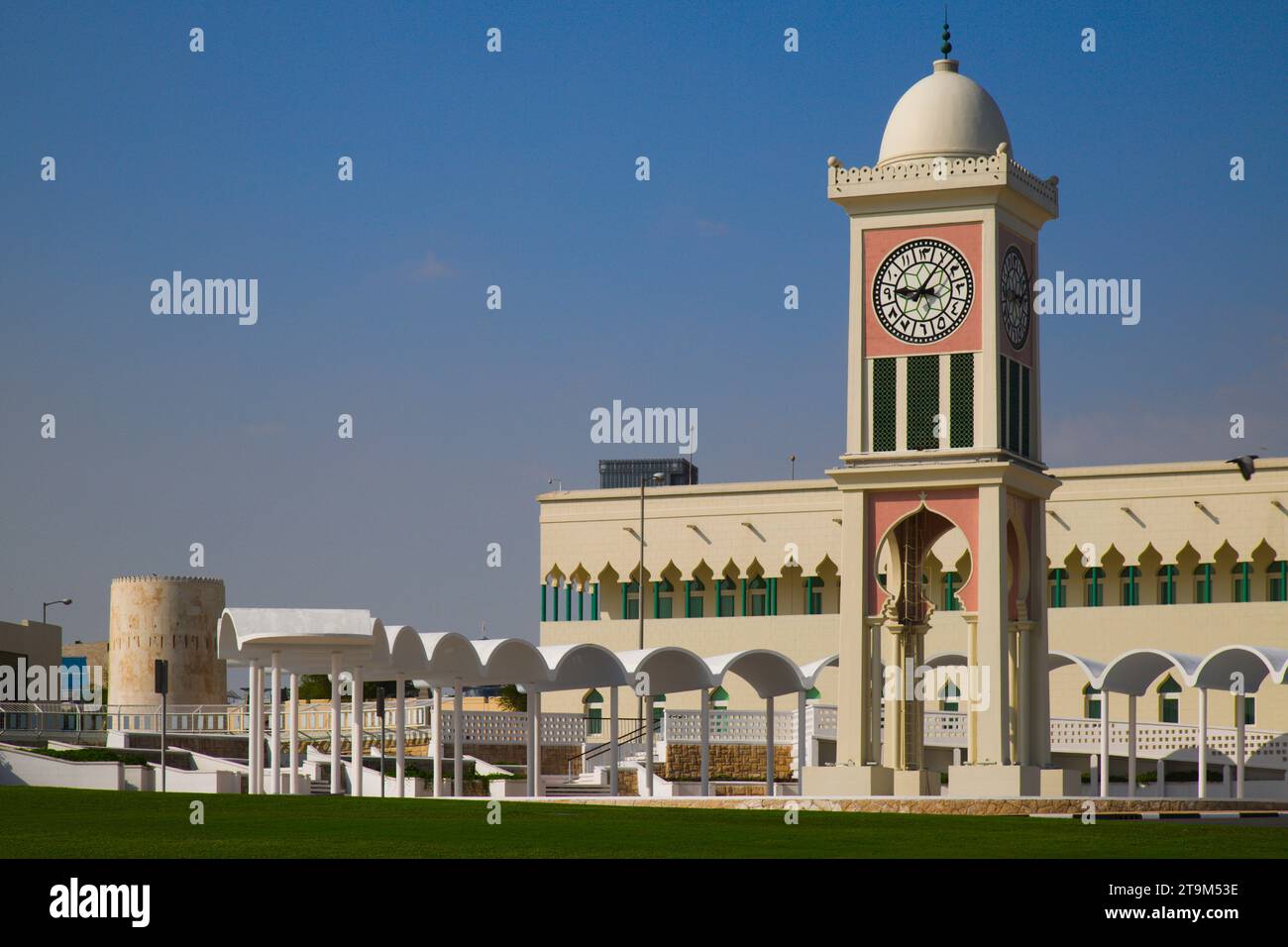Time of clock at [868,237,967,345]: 9:06
